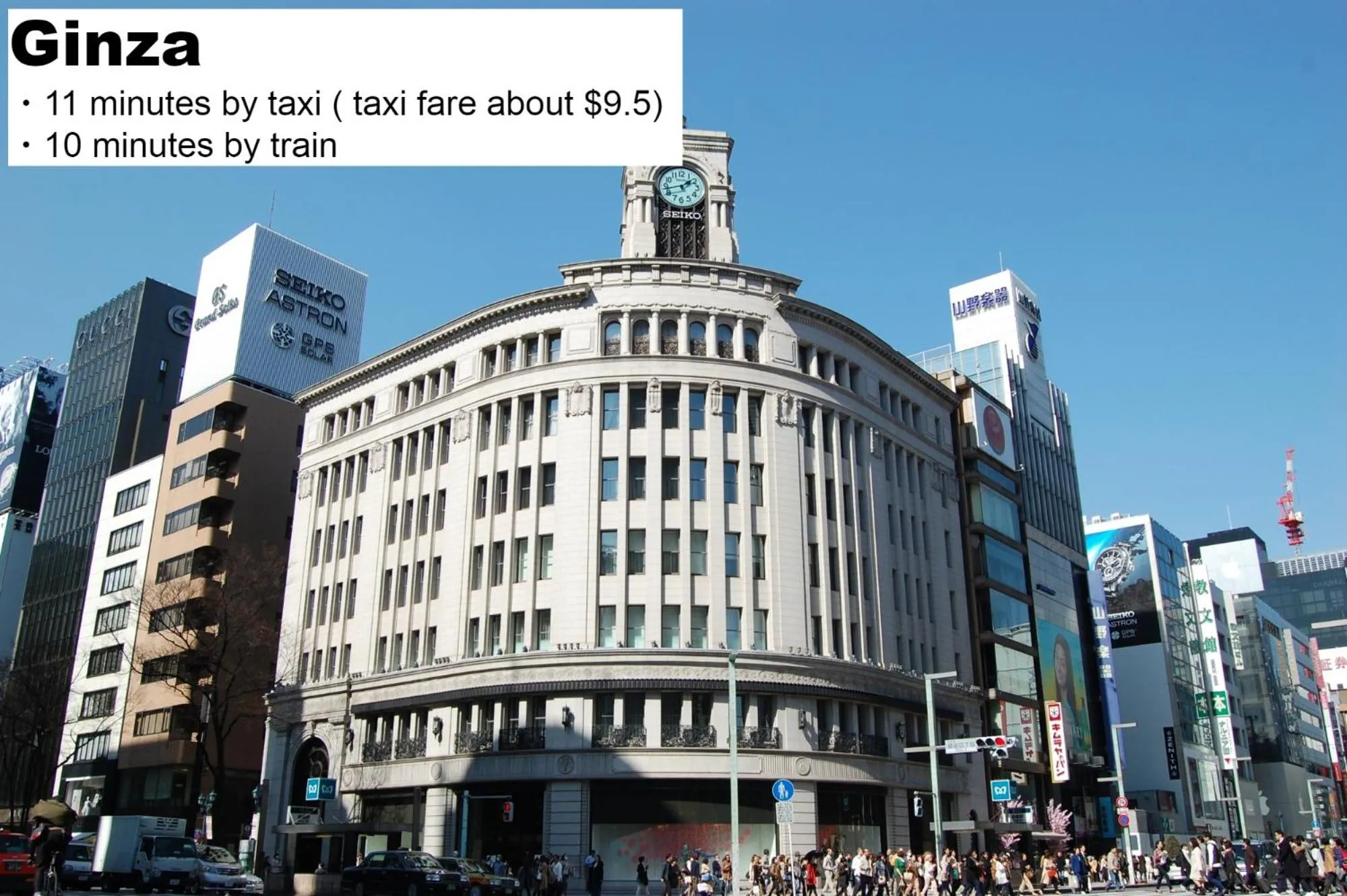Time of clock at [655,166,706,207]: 1:42
